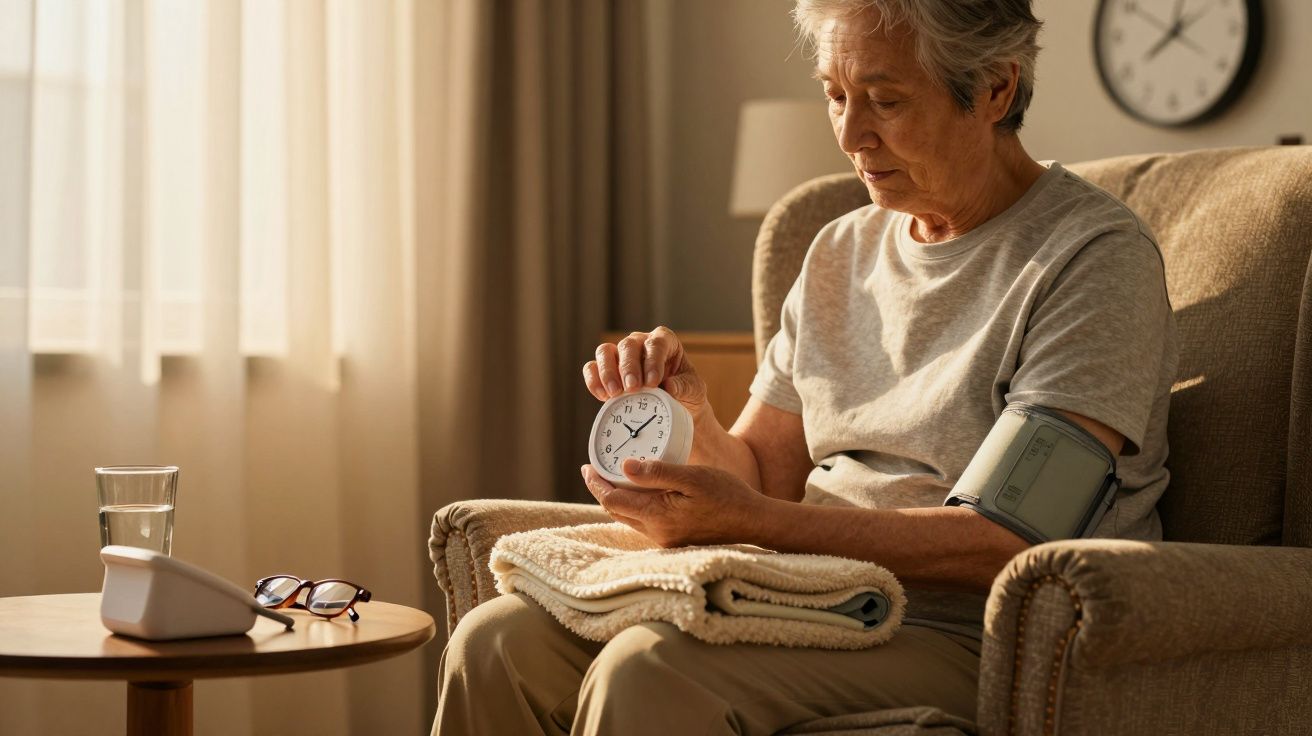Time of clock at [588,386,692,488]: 10:07
